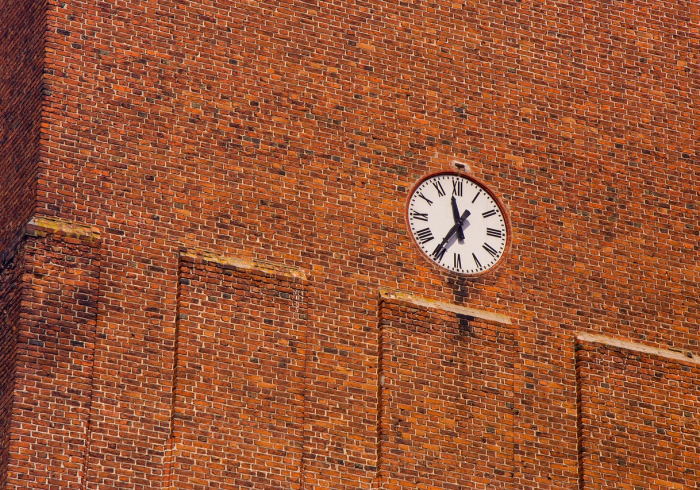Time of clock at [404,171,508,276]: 11:35
